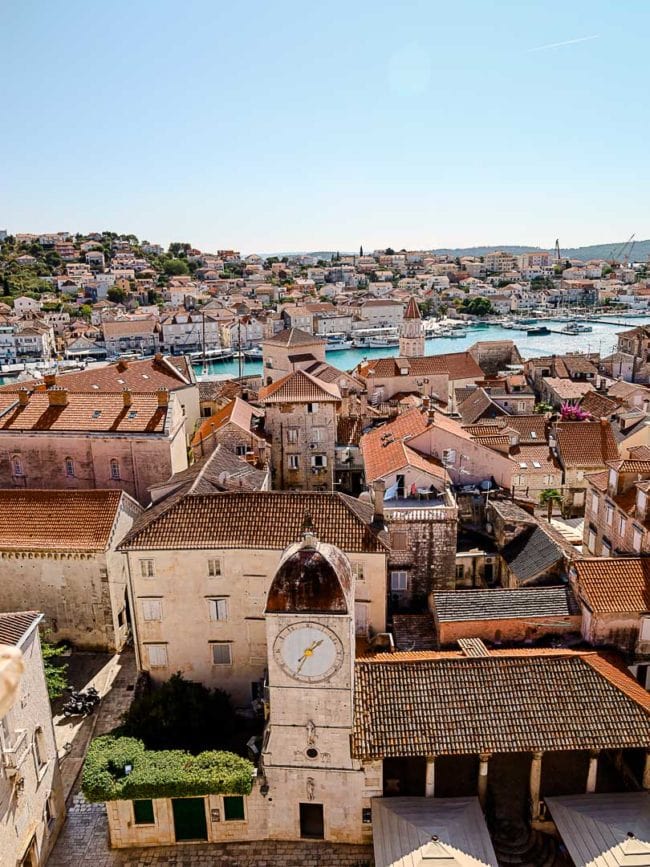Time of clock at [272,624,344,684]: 1:34
